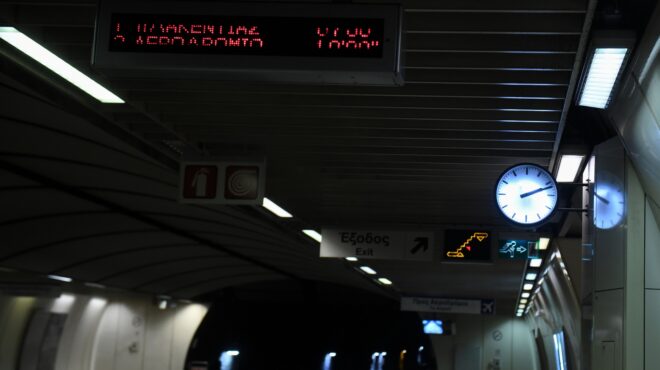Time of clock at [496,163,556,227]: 2:11
